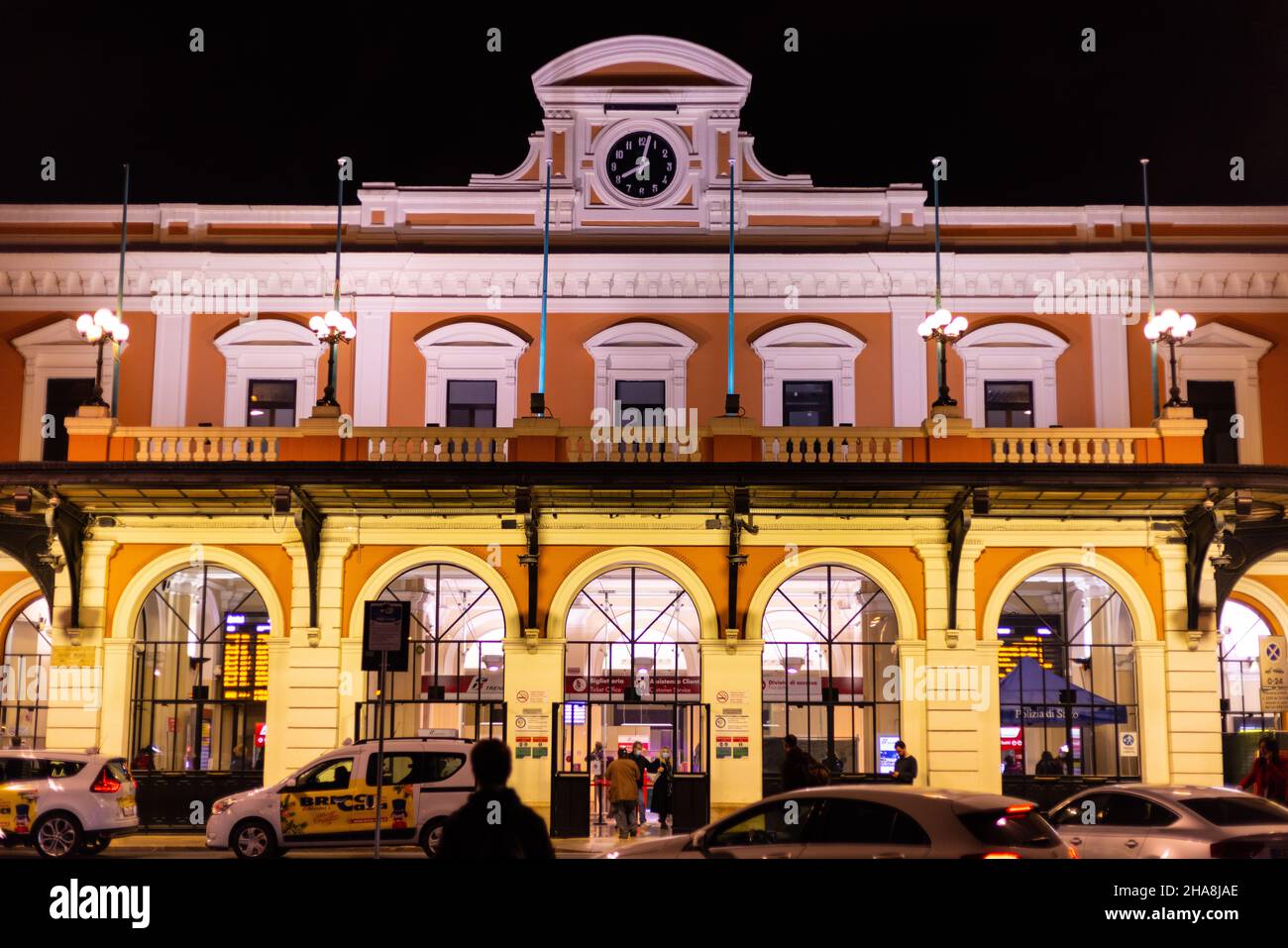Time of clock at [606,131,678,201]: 8:02
